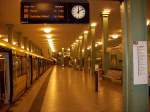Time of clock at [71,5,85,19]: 12:09
